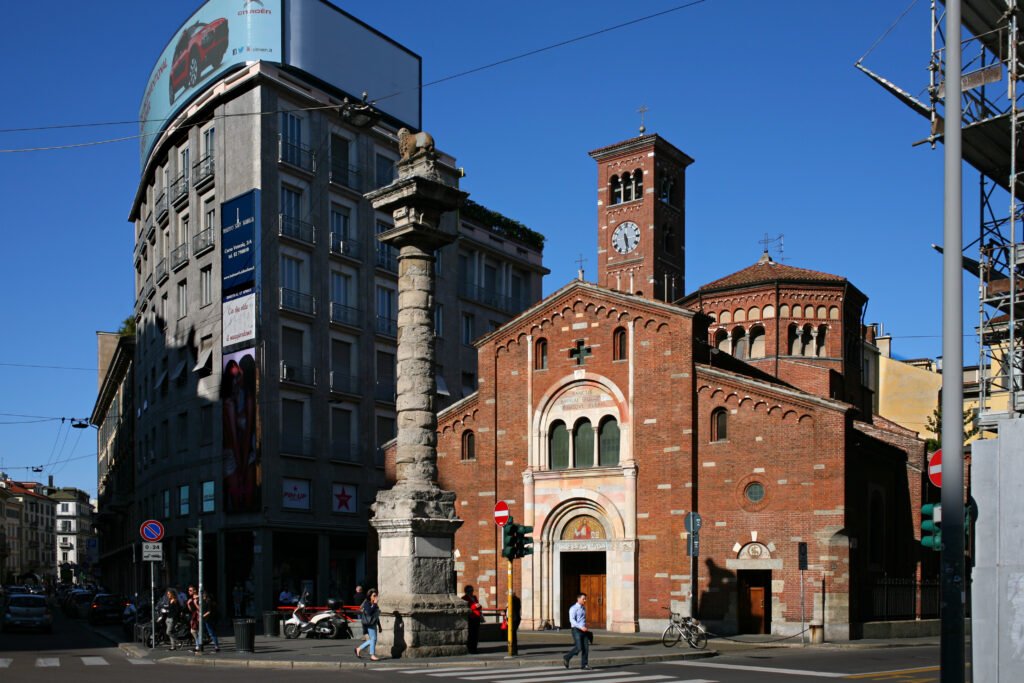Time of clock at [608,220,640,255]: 5:28
